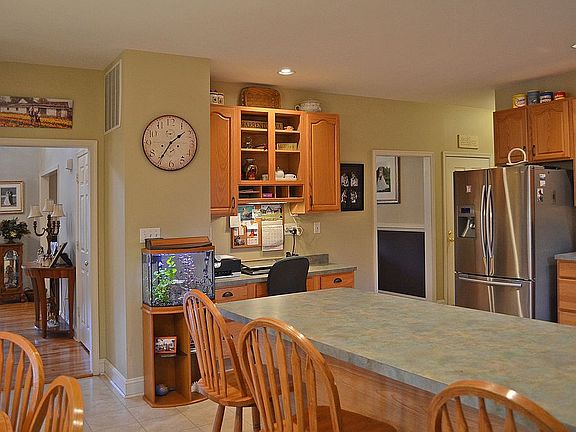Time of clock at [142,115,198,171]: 1:35
